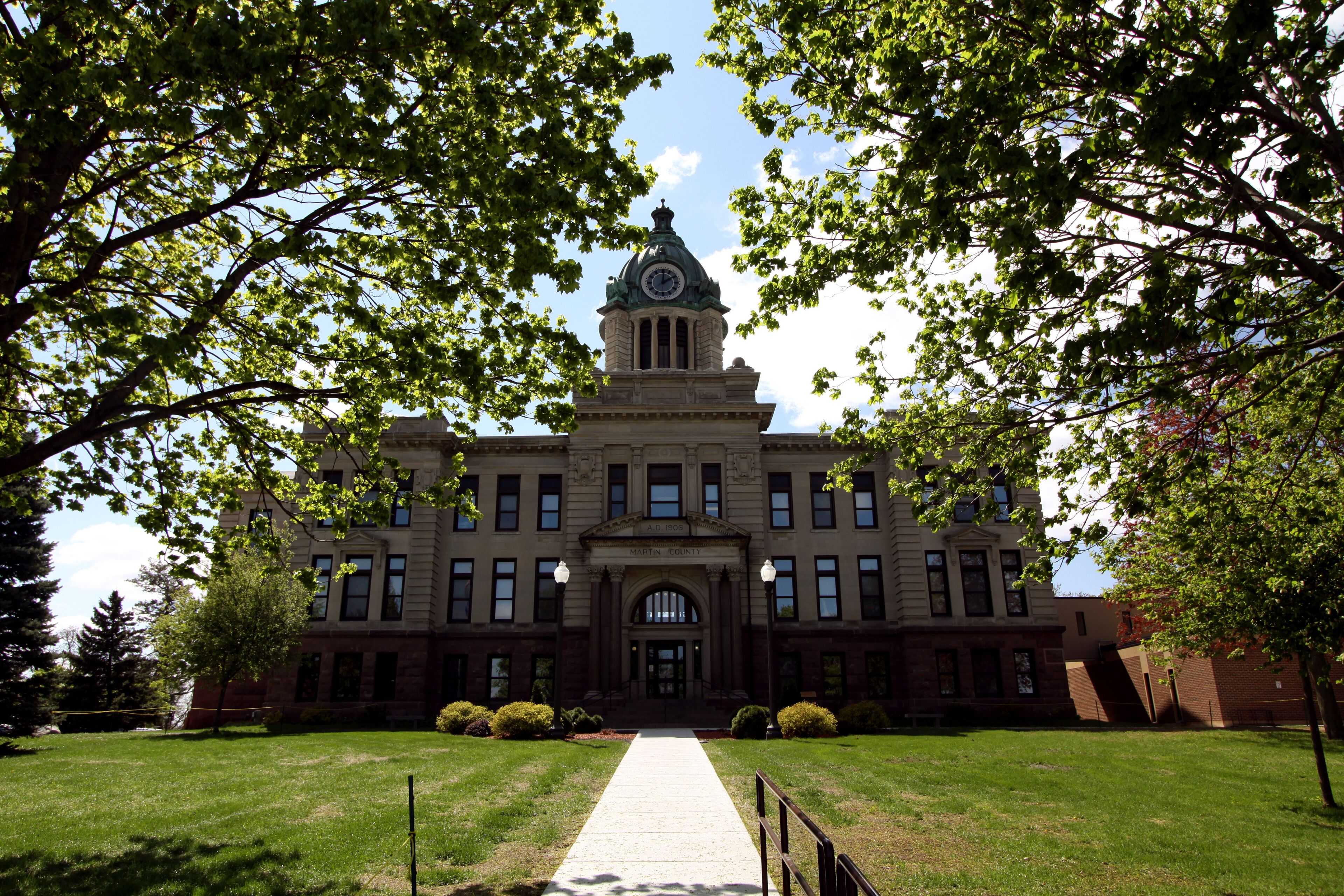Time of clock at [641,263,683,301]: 2:00
